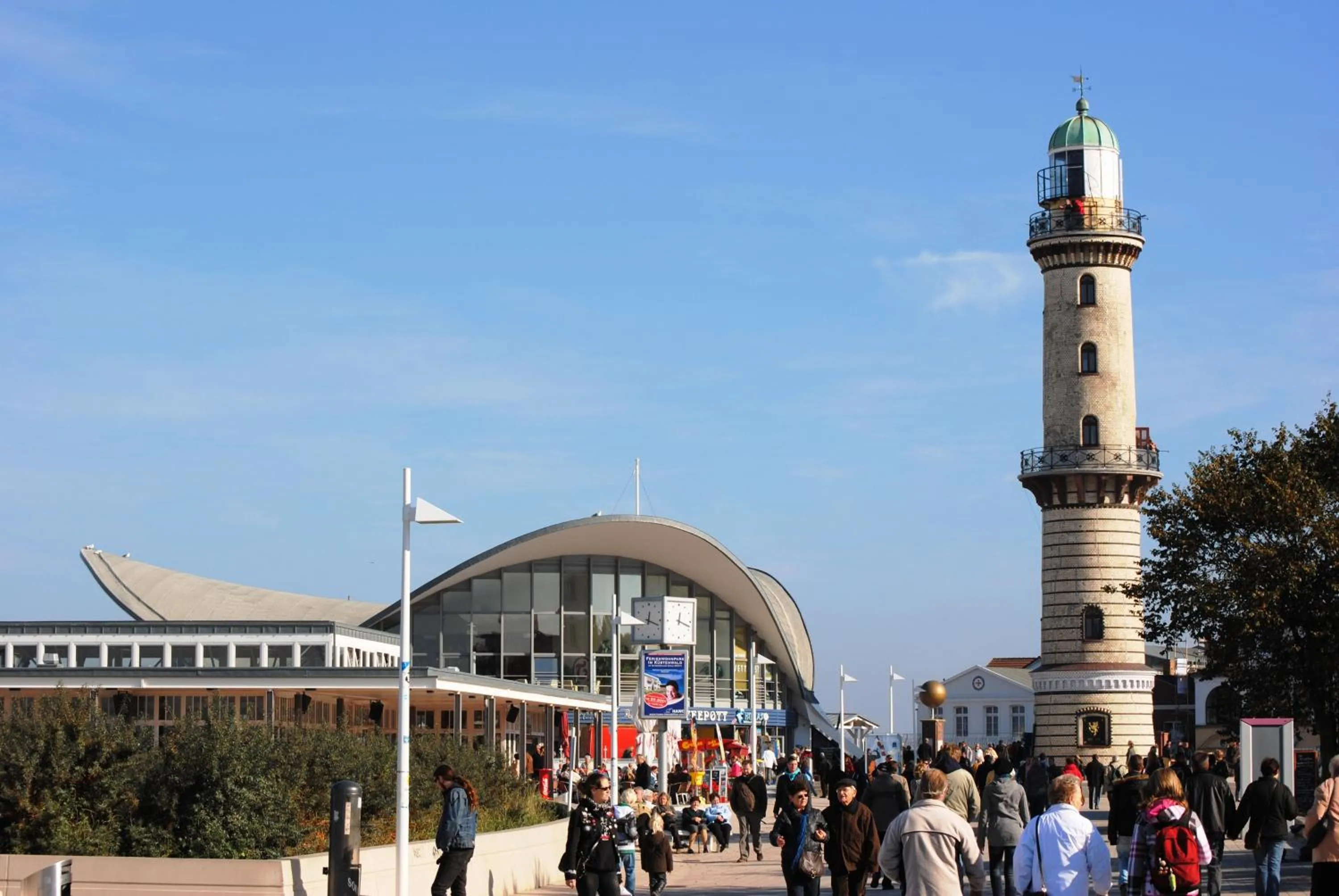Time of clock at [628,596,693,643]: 12:18
